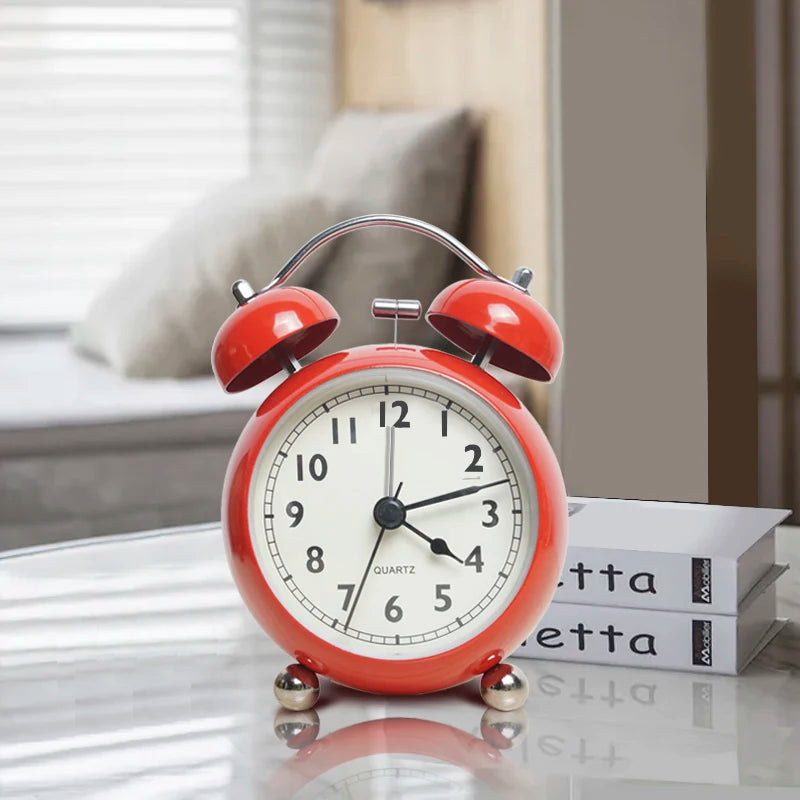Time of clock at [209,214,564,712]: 4:12
